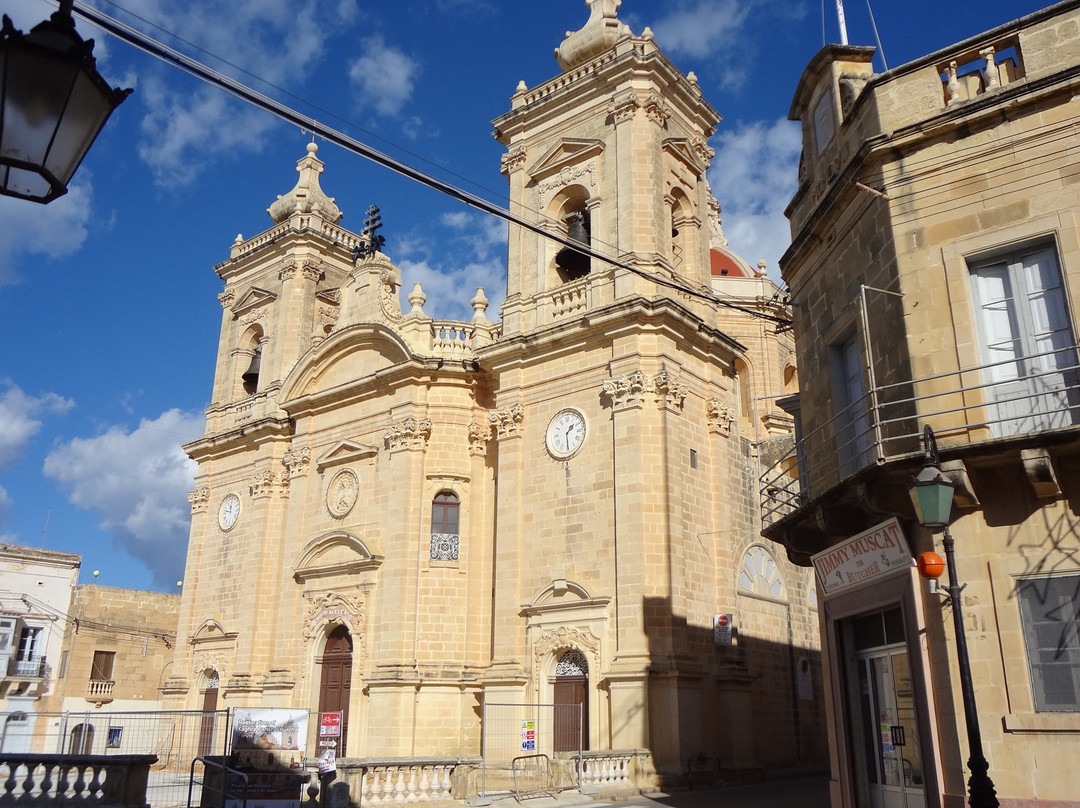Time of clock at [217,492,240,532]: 11:47
